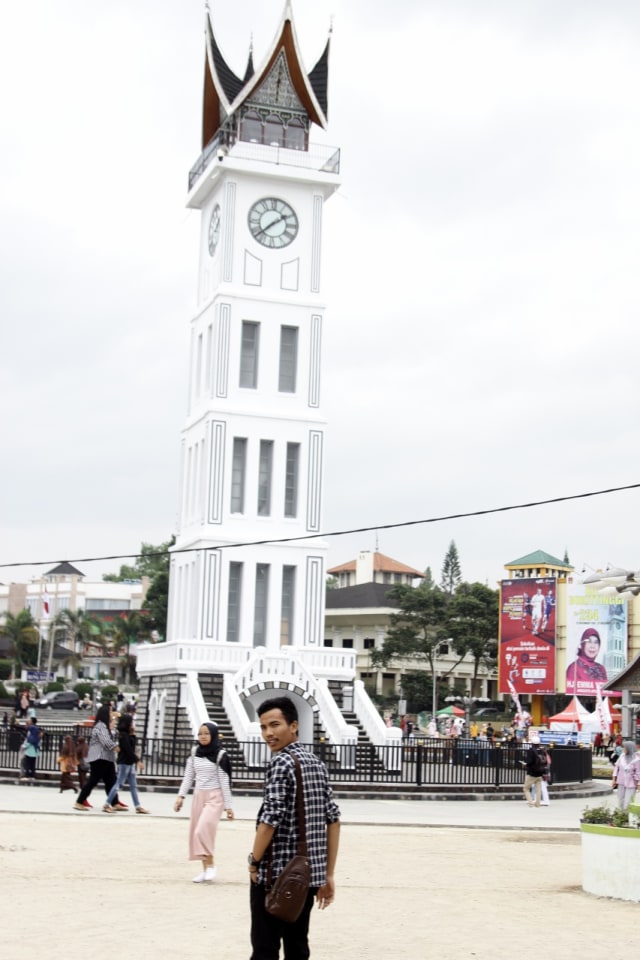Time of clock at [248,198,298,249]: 1:37
